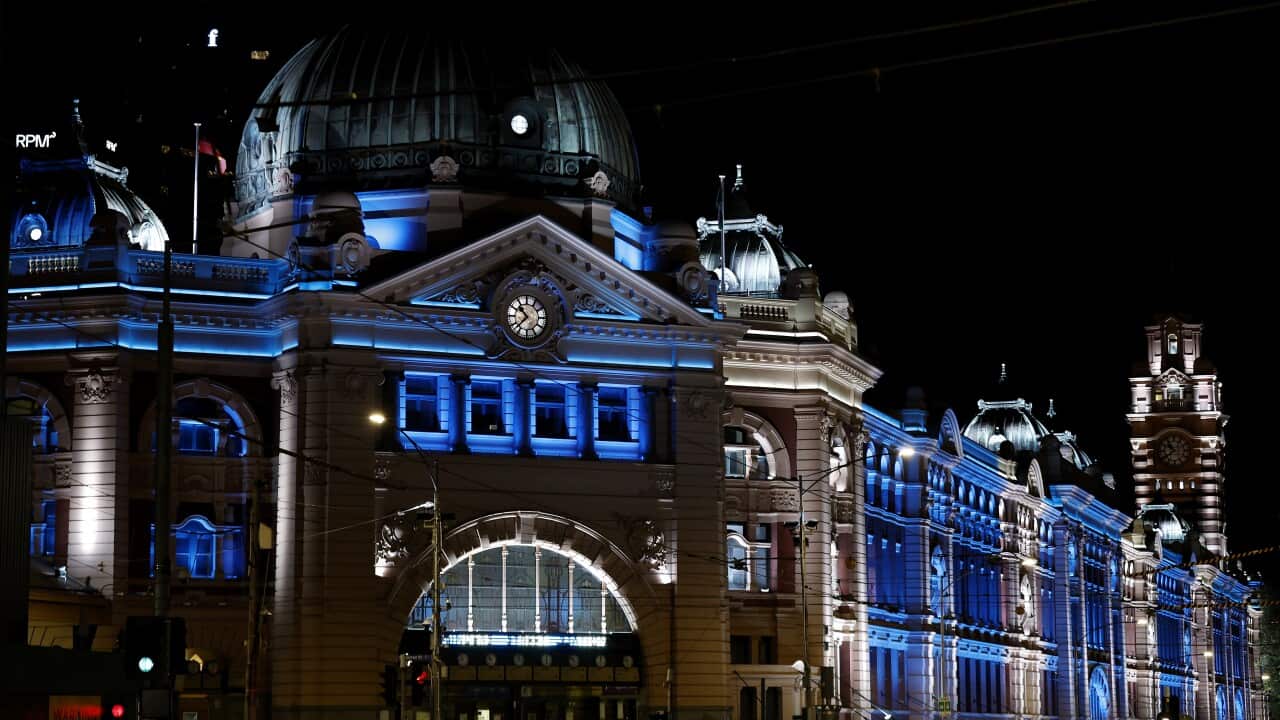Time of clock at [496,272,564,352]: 10:37
